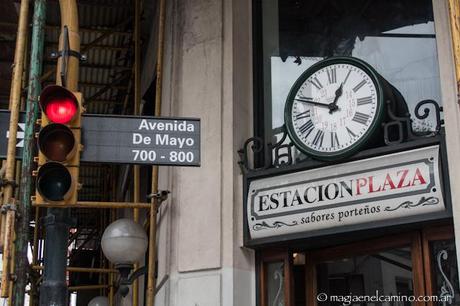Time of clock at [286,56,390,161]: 12:48
